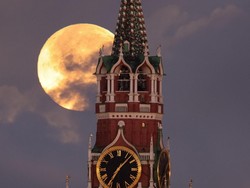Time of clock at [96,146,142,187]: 7:07
